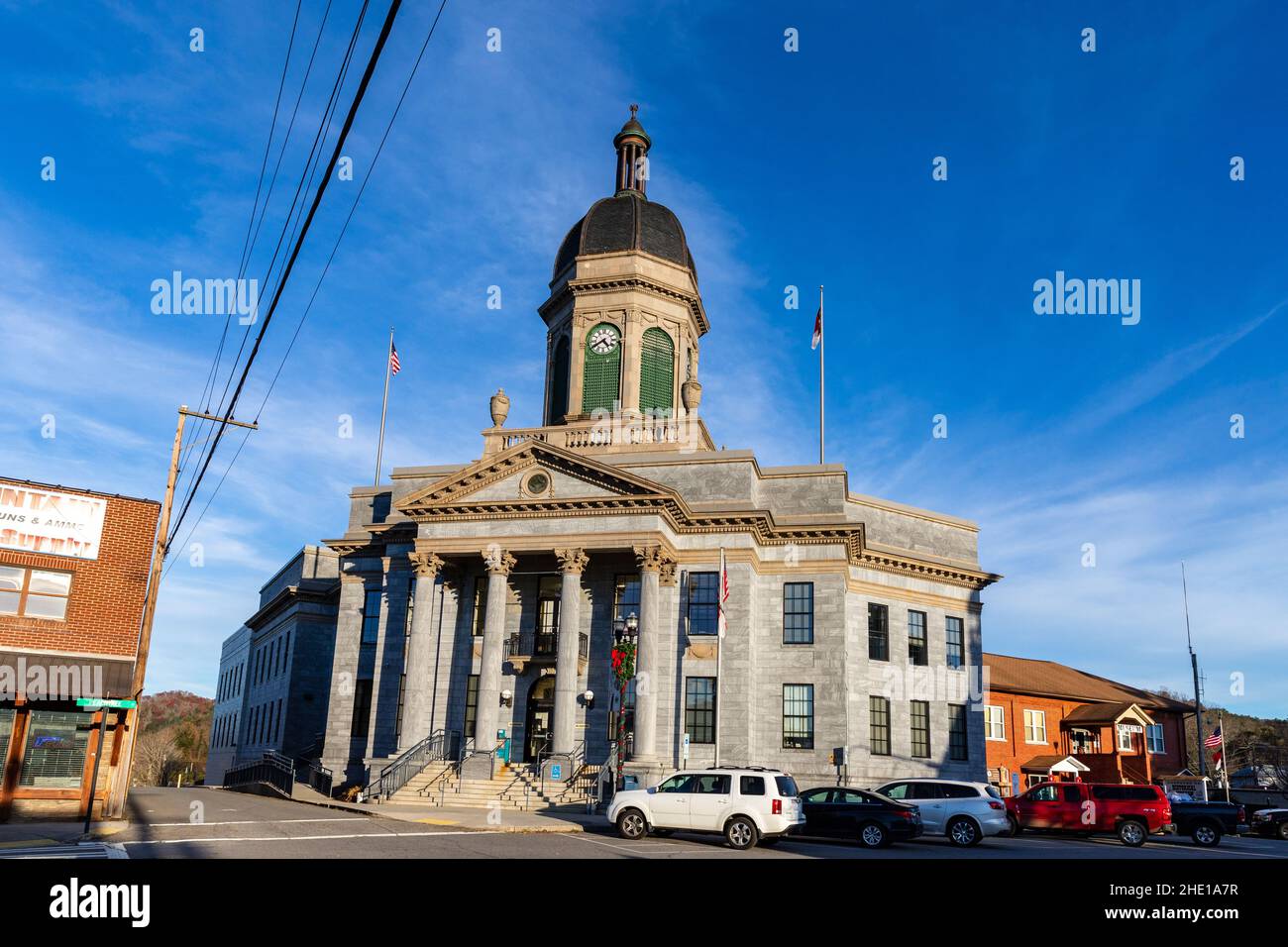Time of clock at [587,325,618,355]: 4:39
